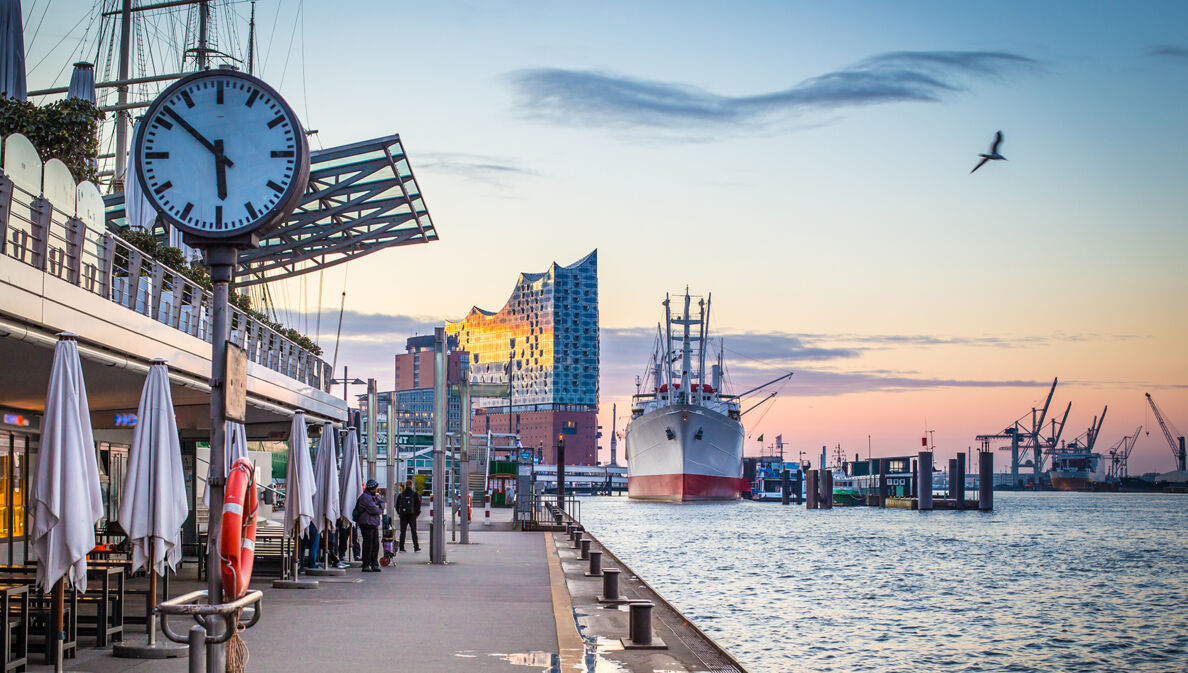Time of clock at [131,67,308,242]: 5:51
